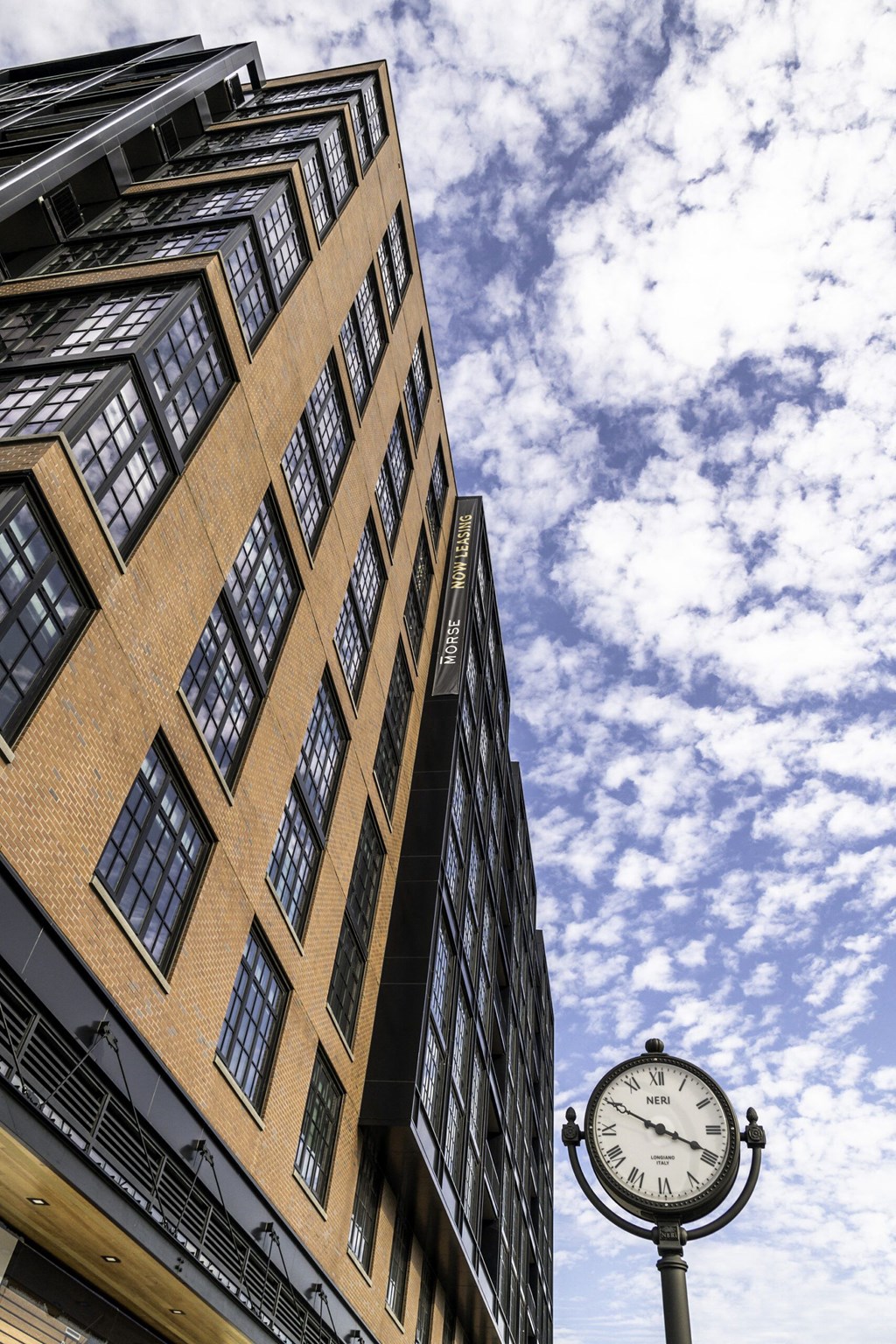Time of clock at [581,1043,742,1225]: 3:49
